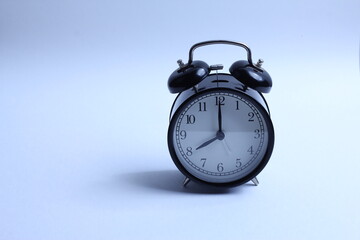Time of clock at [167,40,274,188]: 8:00
